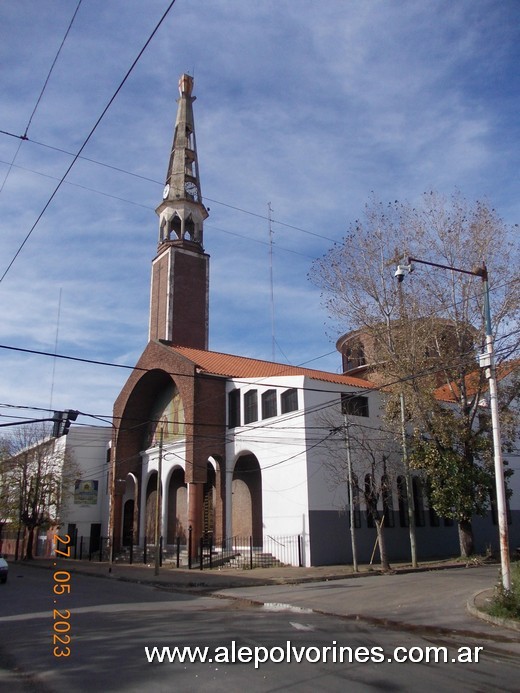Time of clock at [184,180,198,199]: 8:09
